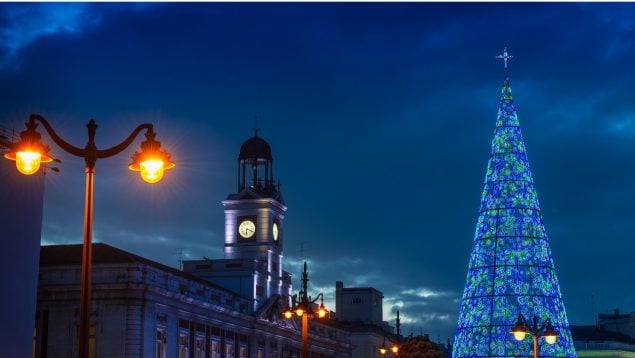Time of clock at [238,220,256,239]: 6:18
